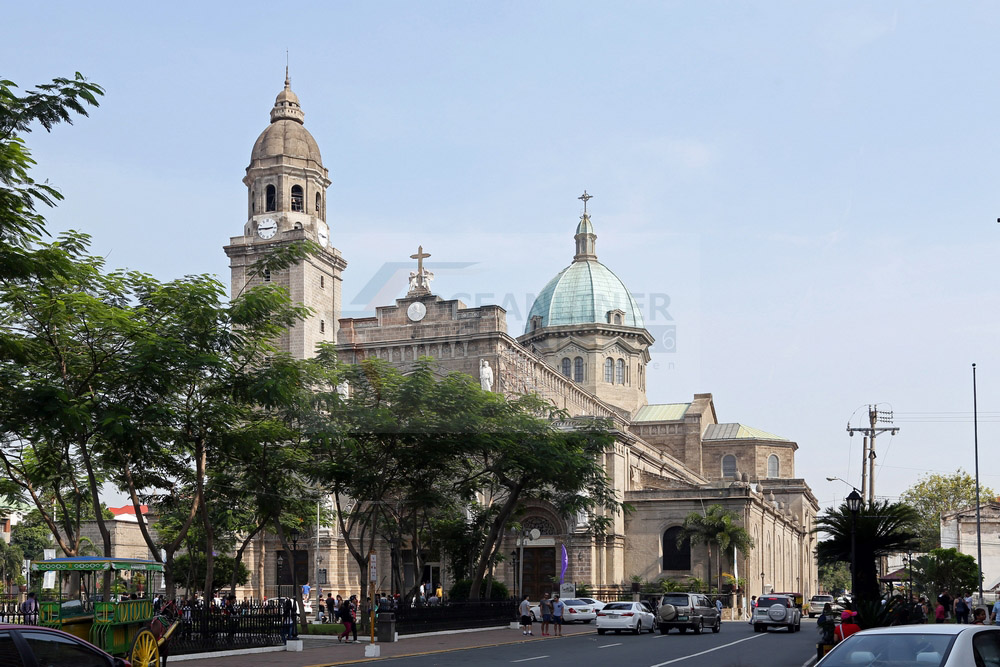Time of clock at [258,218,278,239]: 2:45
